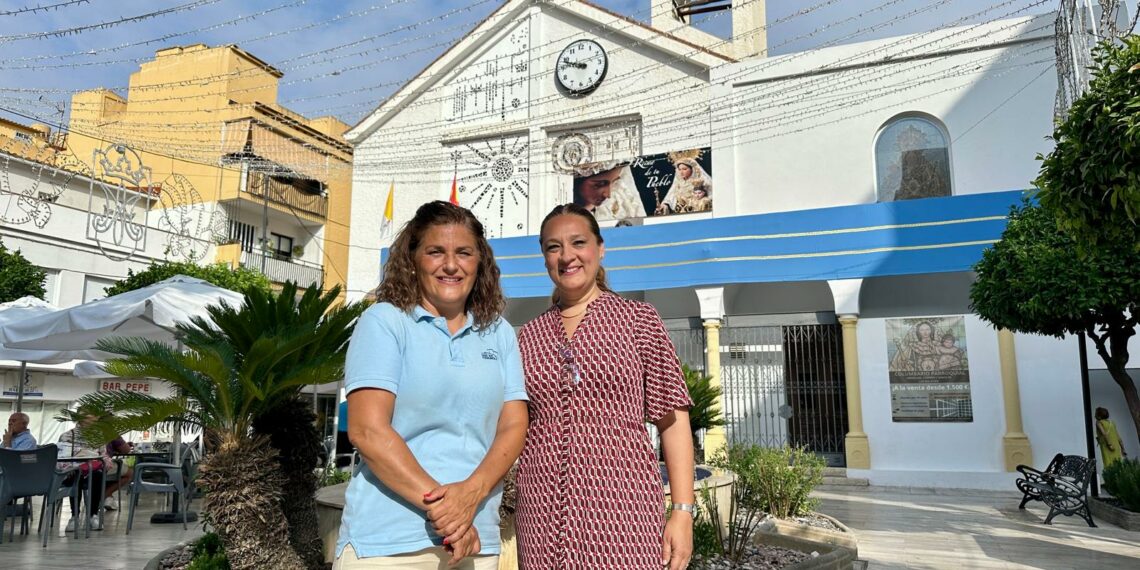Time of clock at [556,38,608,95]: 9:48
